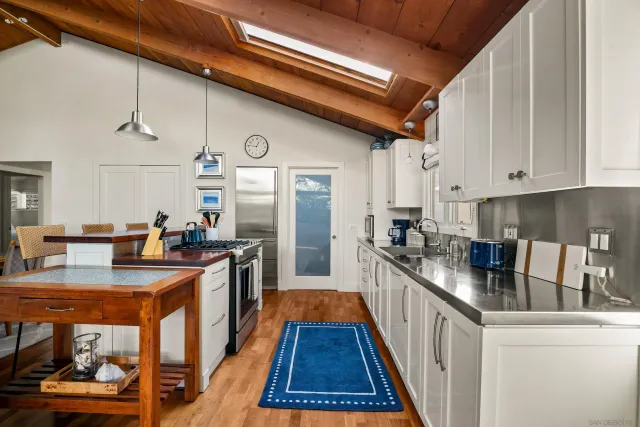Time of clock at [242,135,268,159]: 12:46
